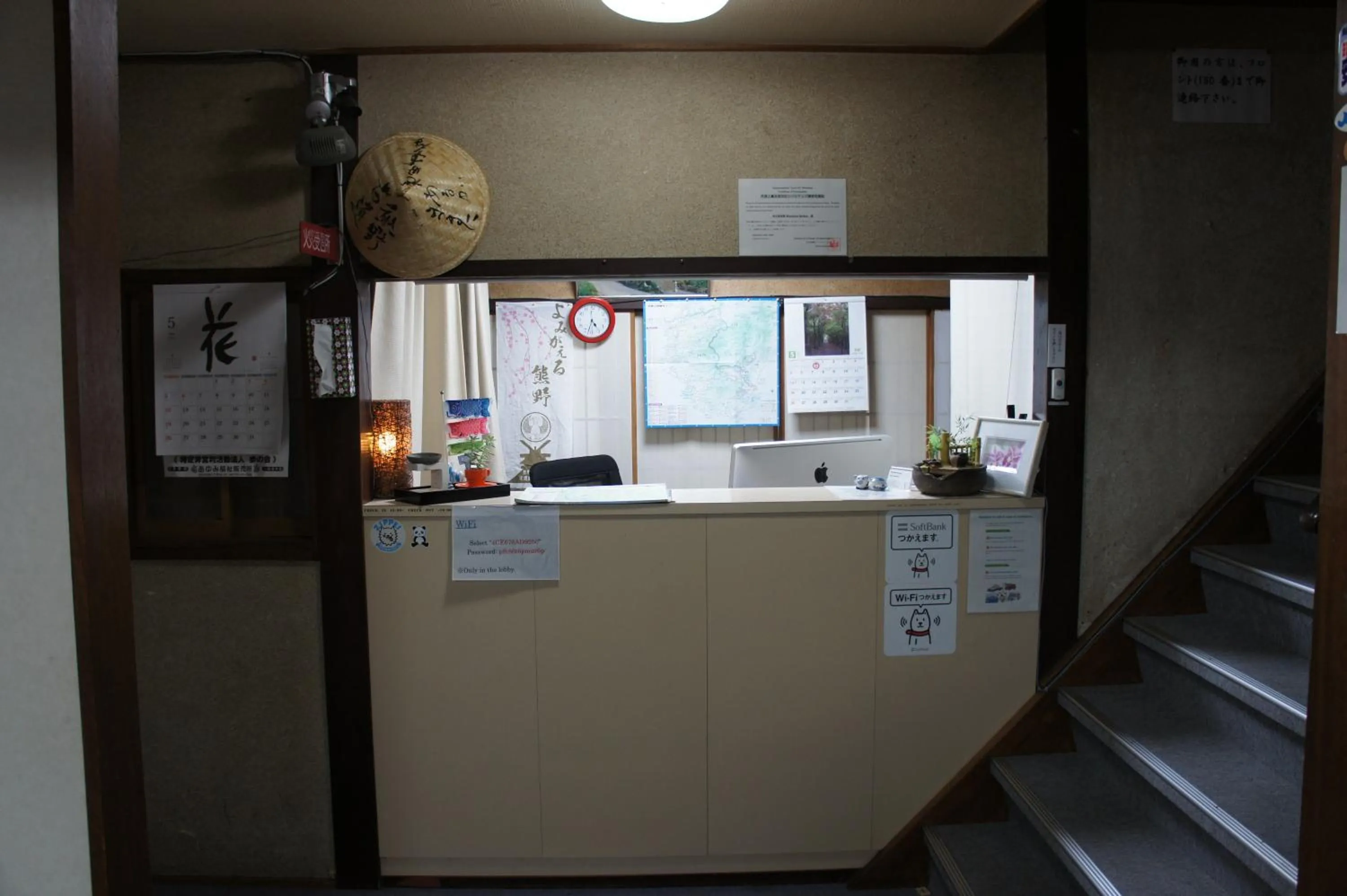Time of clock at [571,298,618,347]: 4:32
